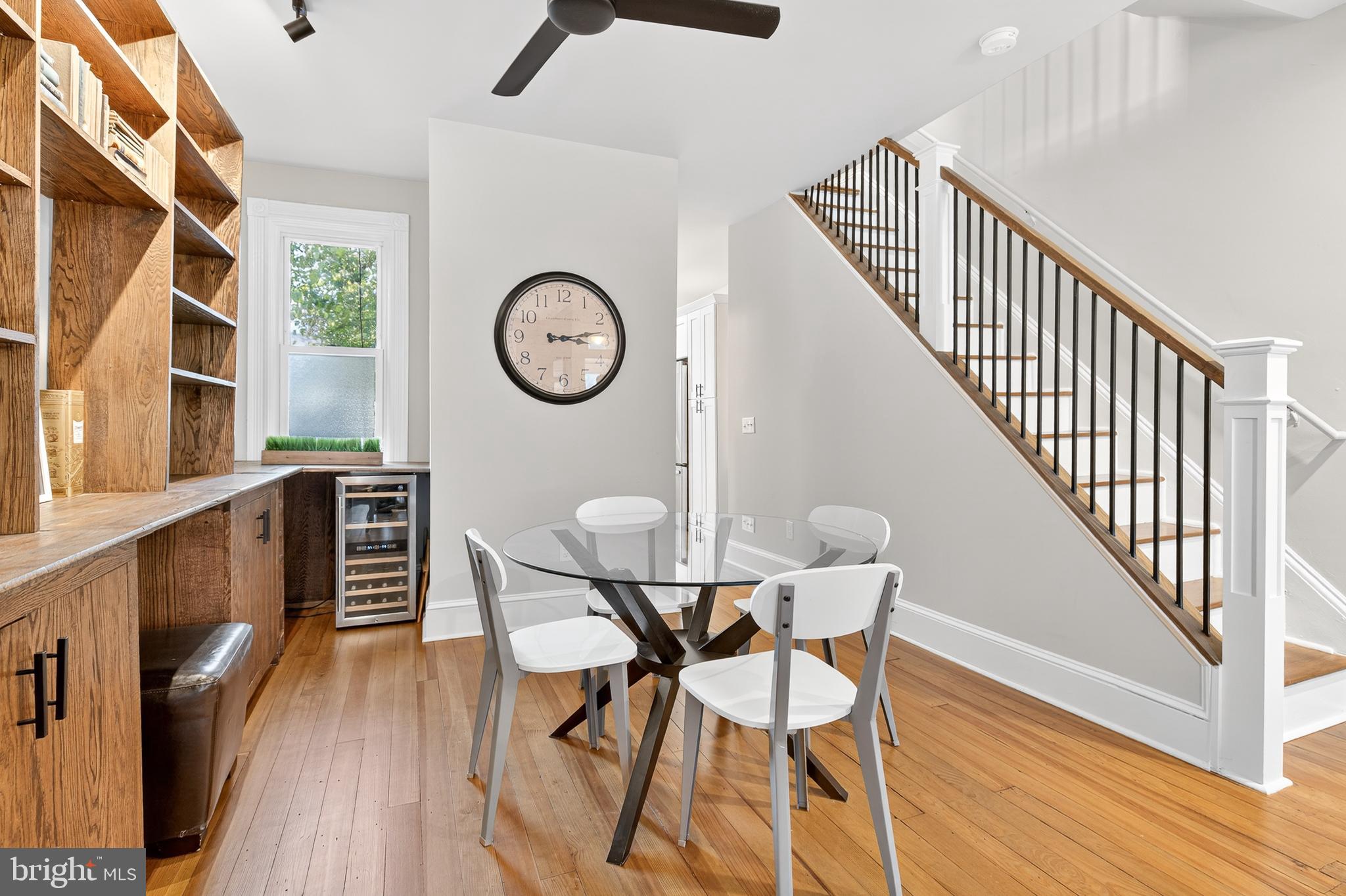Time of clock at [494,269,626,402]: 3:13
